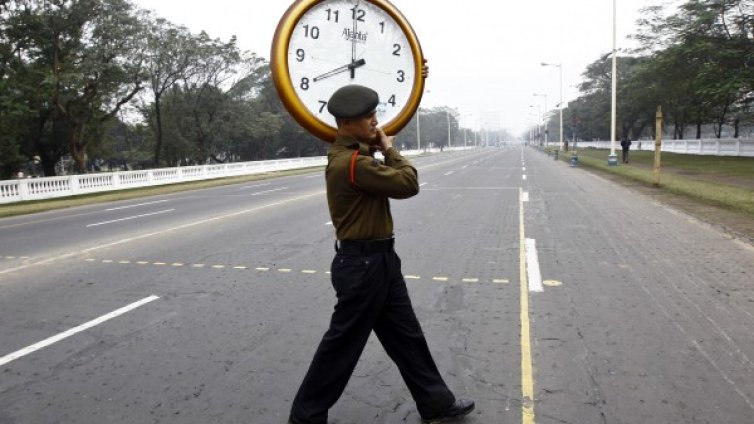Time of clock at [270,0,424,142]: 7:59
